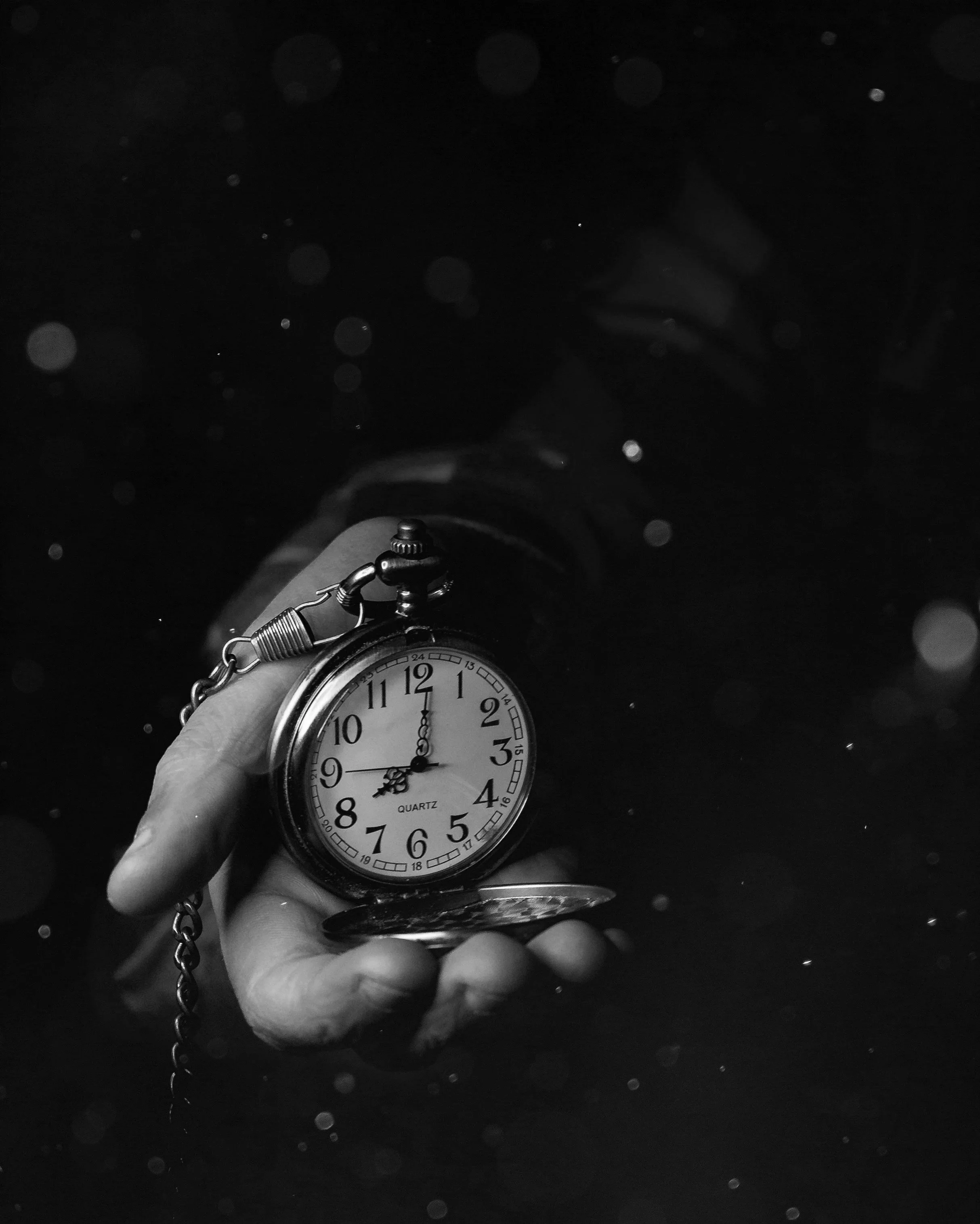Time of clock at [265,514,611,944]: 8:01
